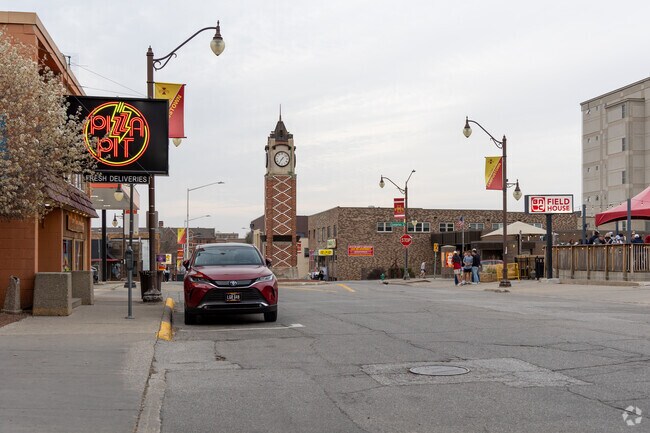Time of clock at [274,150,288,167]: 7:07
